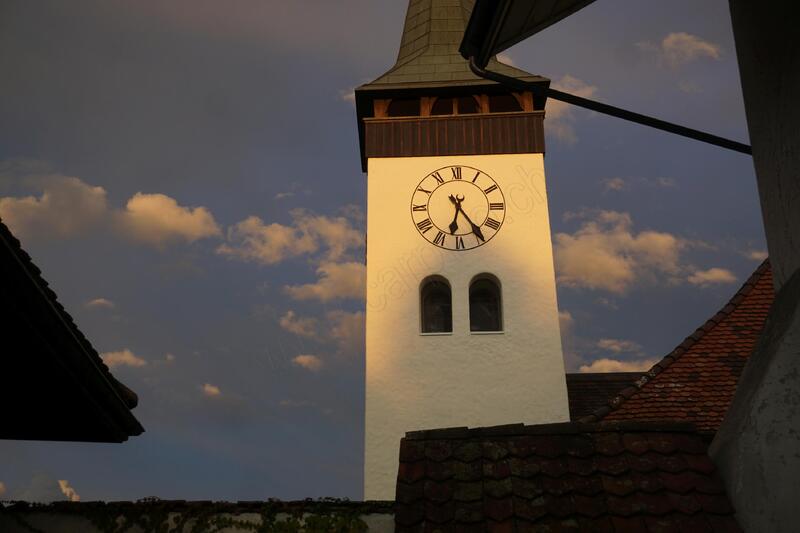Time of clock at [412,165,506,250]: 6:24
